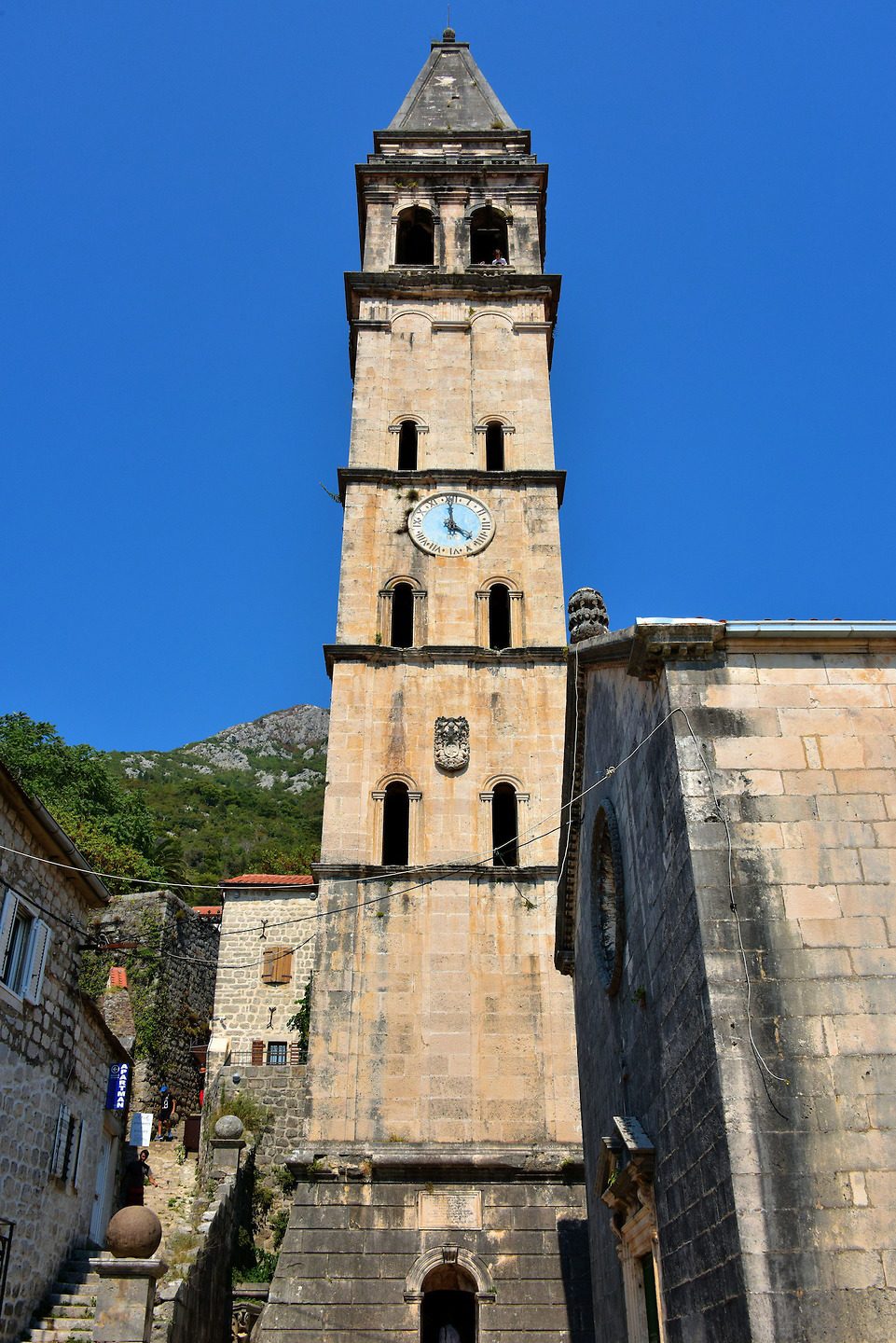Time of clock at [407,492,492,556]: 4:00
